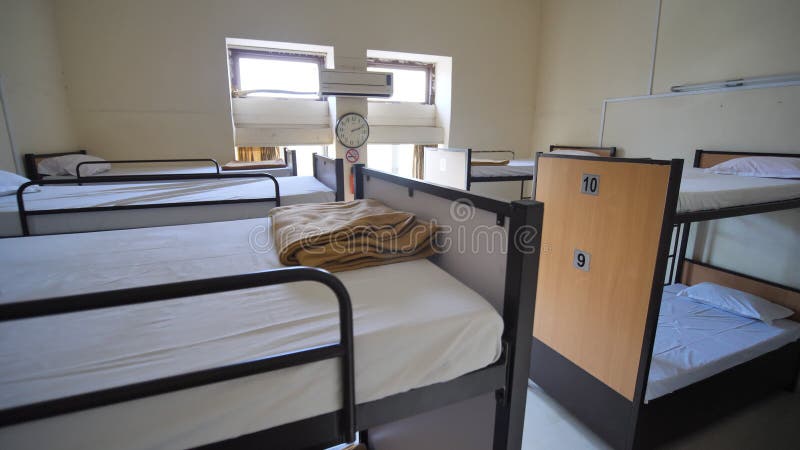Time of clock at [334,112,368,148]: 2:11
